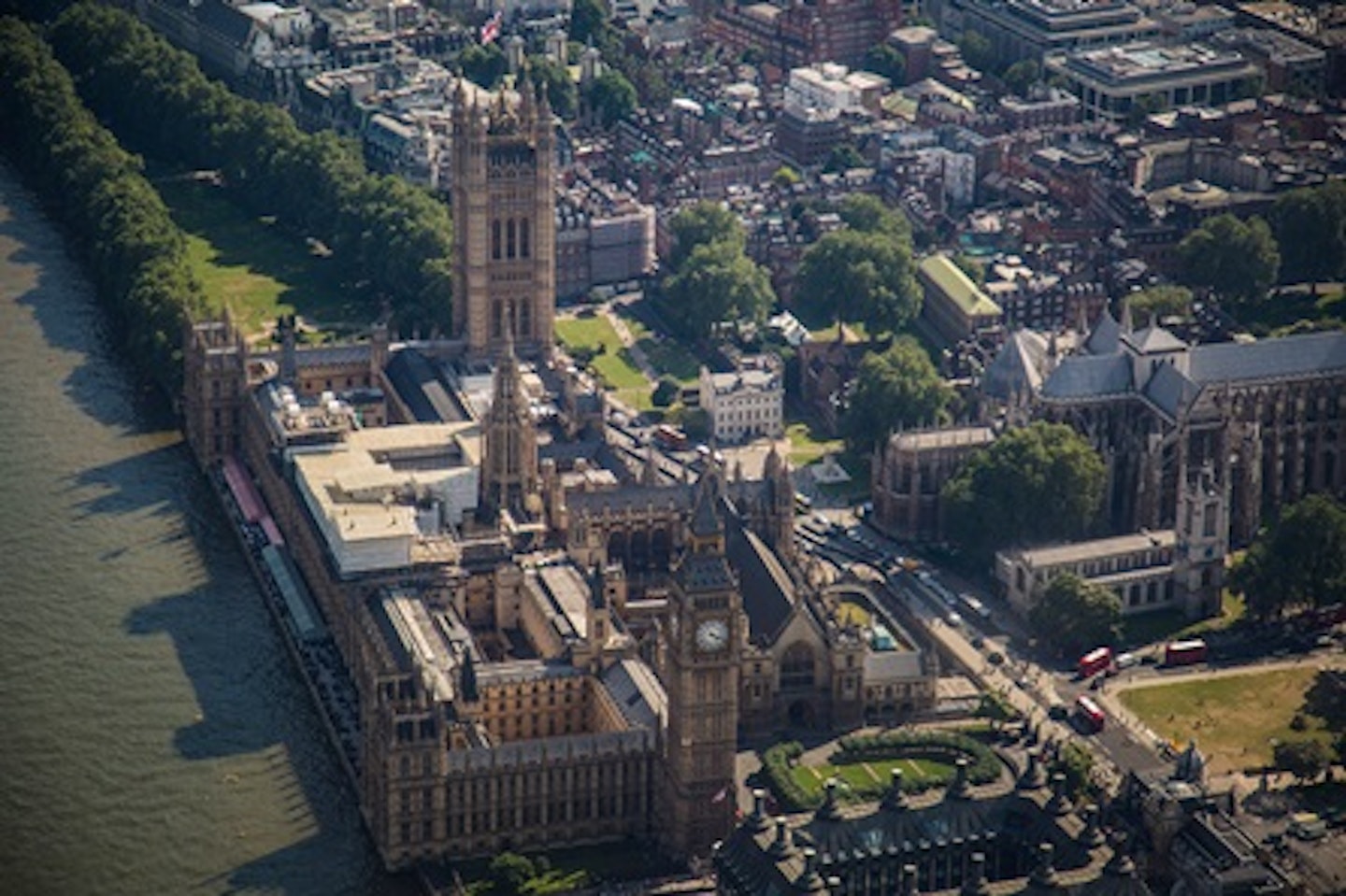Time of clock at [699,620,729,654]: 4:18
